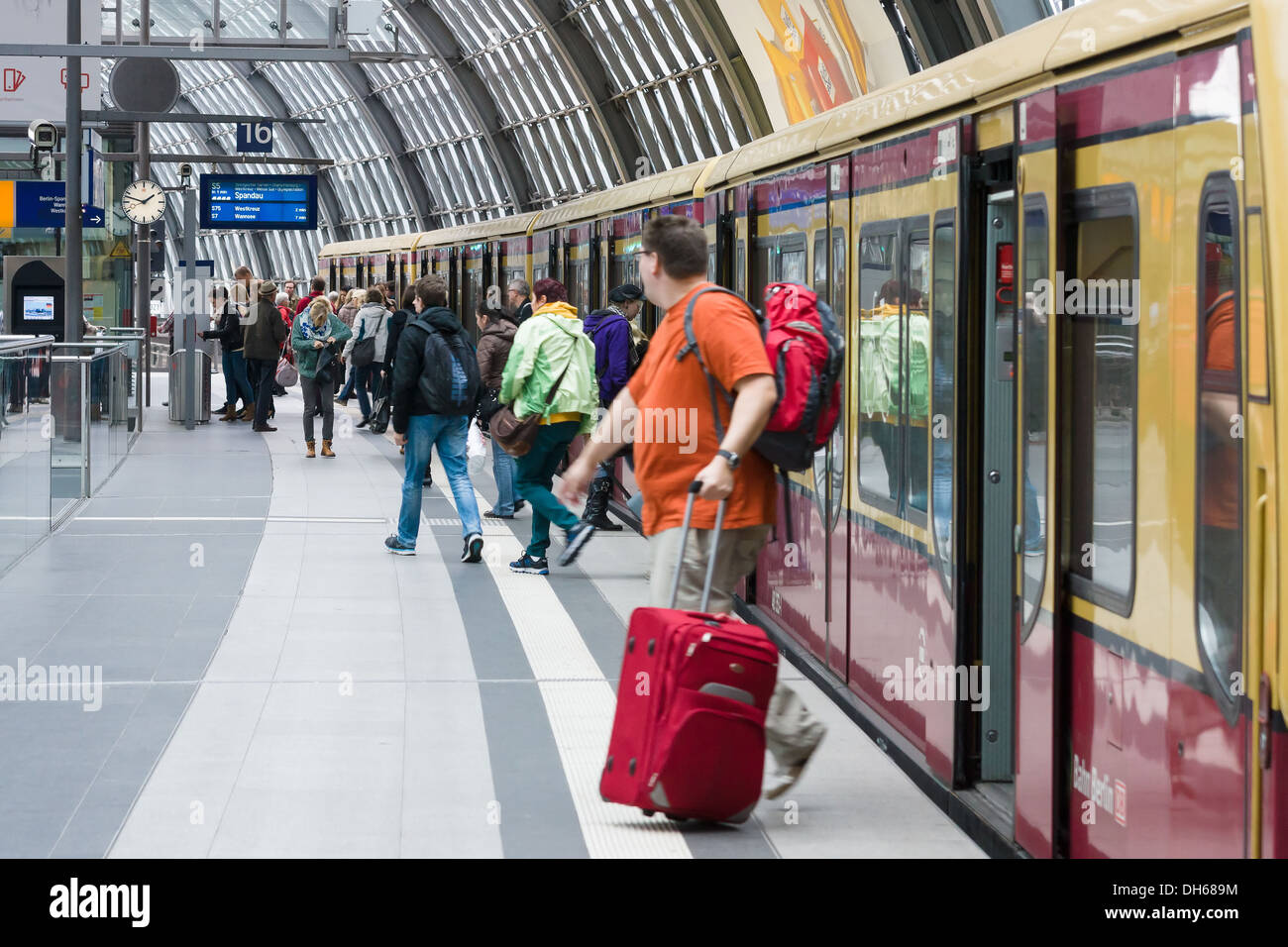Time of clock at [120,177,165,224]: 1:47
